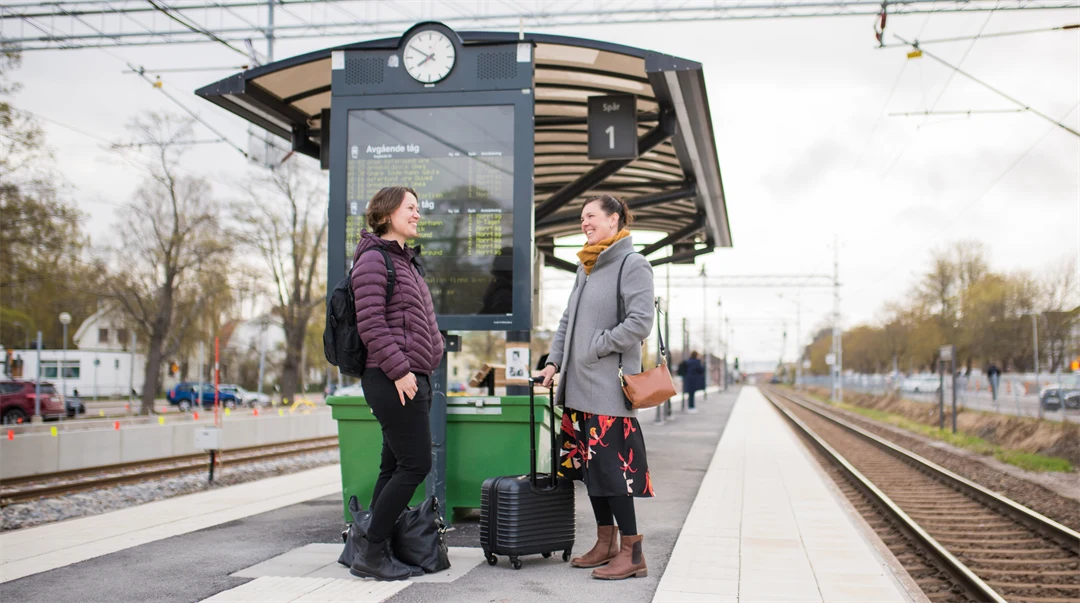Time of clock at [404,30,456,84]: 7:49
